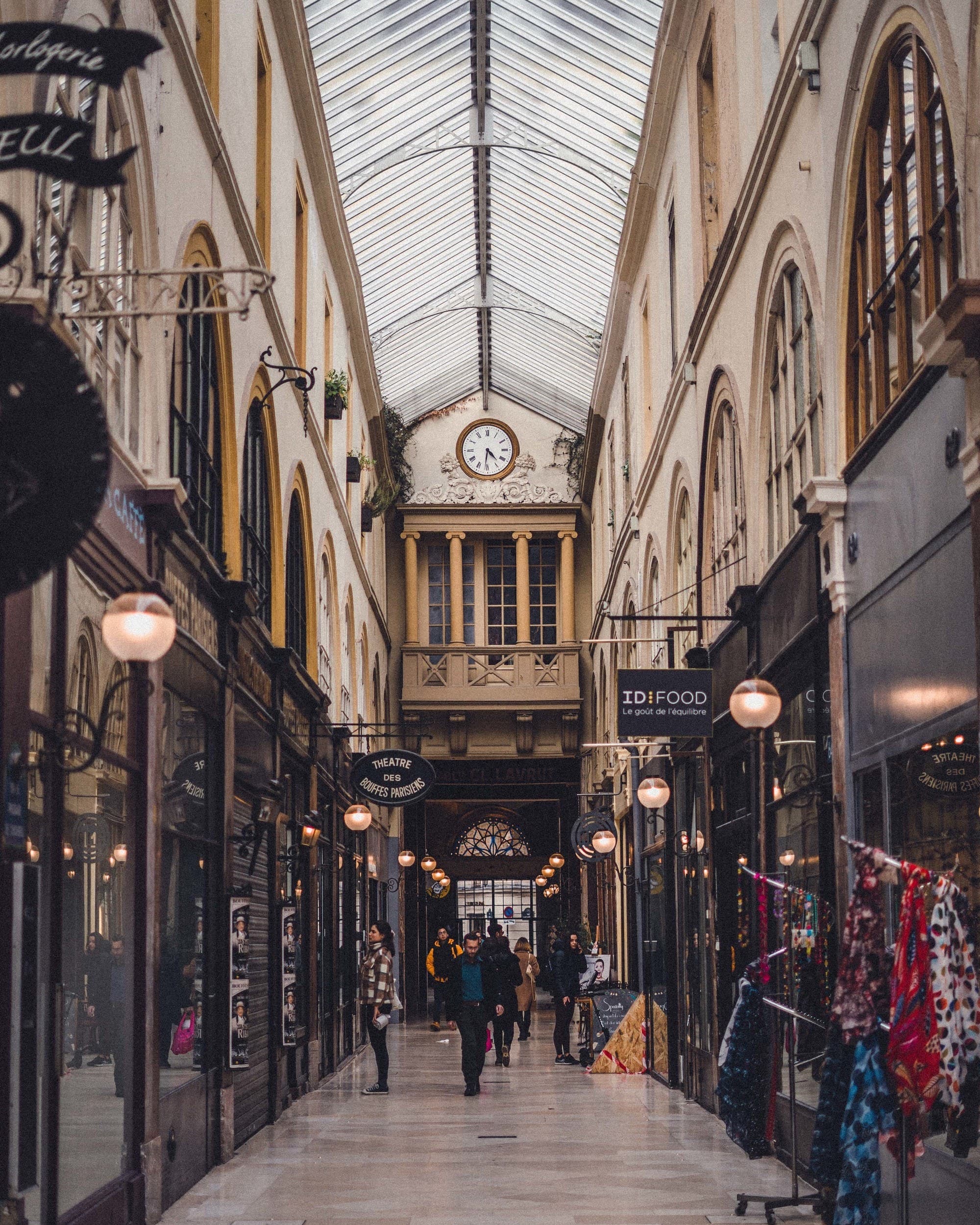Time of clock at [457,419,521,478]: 4:31
